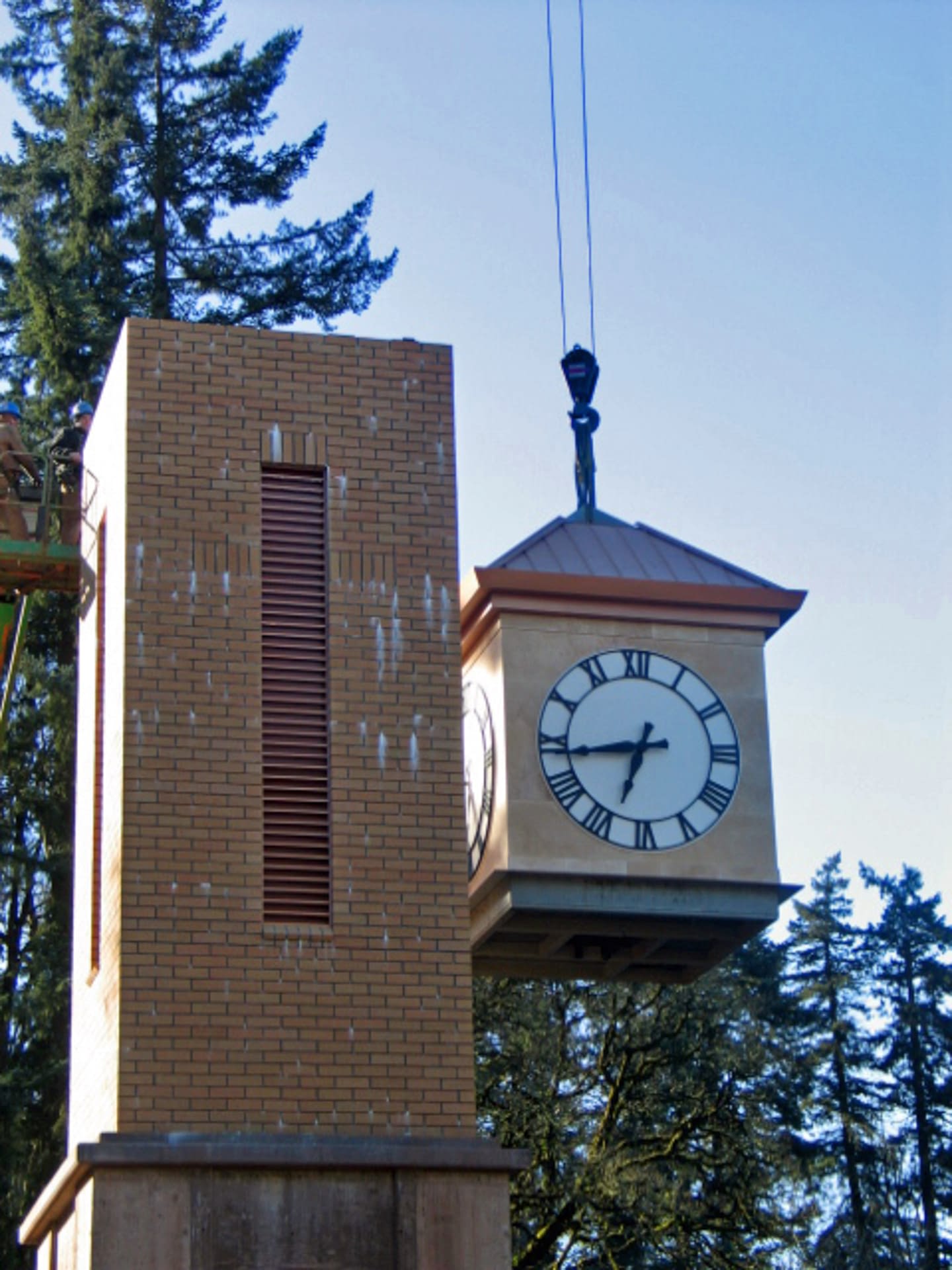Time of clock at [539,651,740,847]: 6:43
